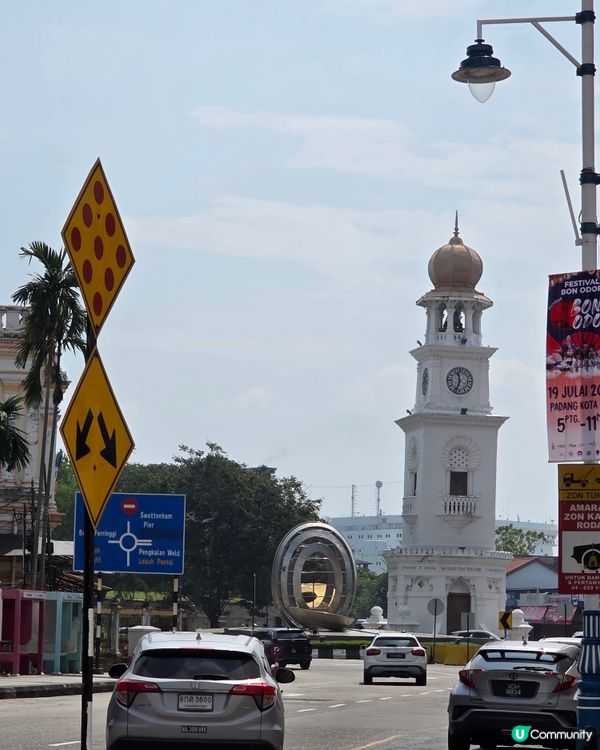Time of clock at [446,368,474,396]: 11:33
